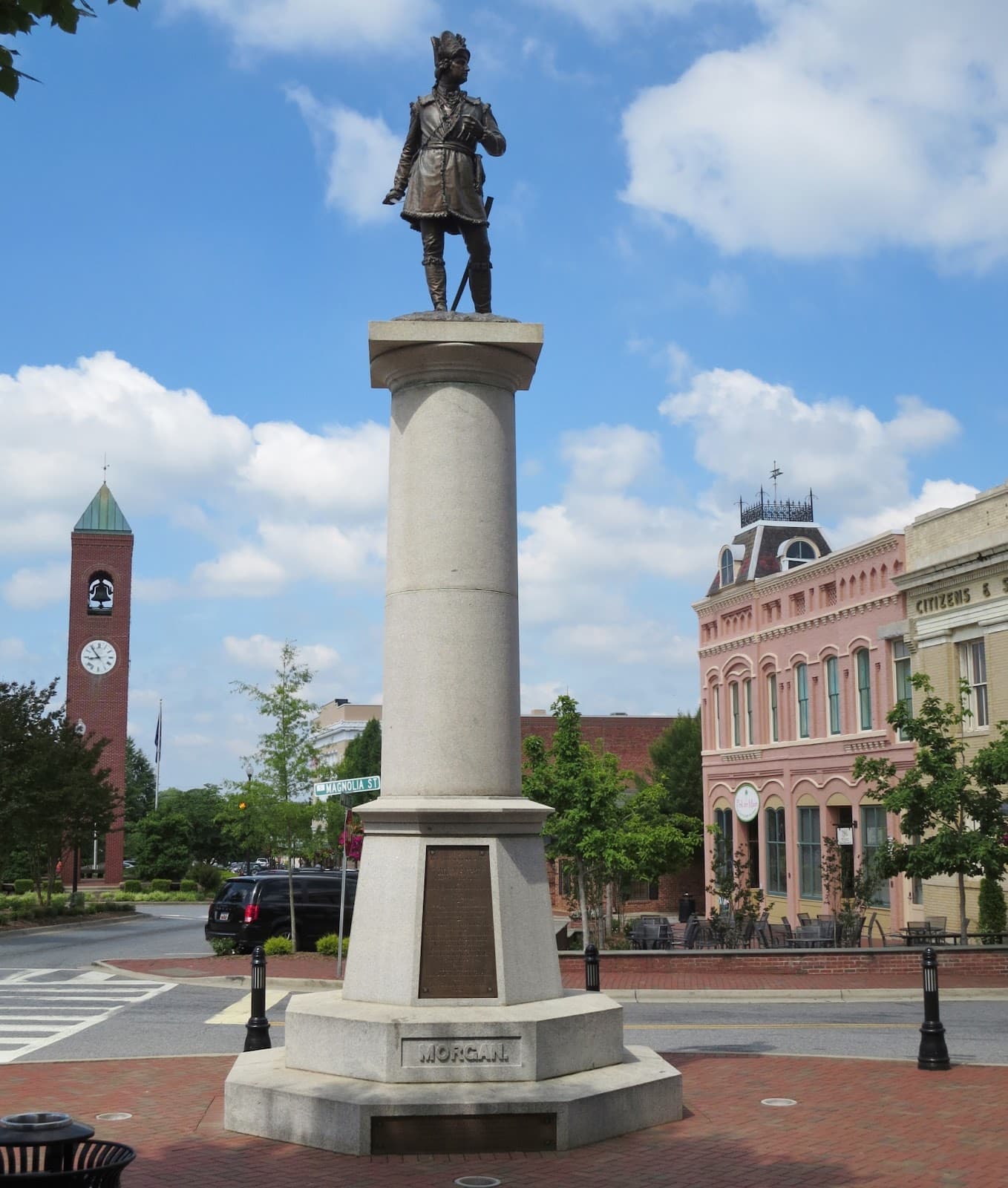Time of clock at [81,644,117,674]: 8:53
